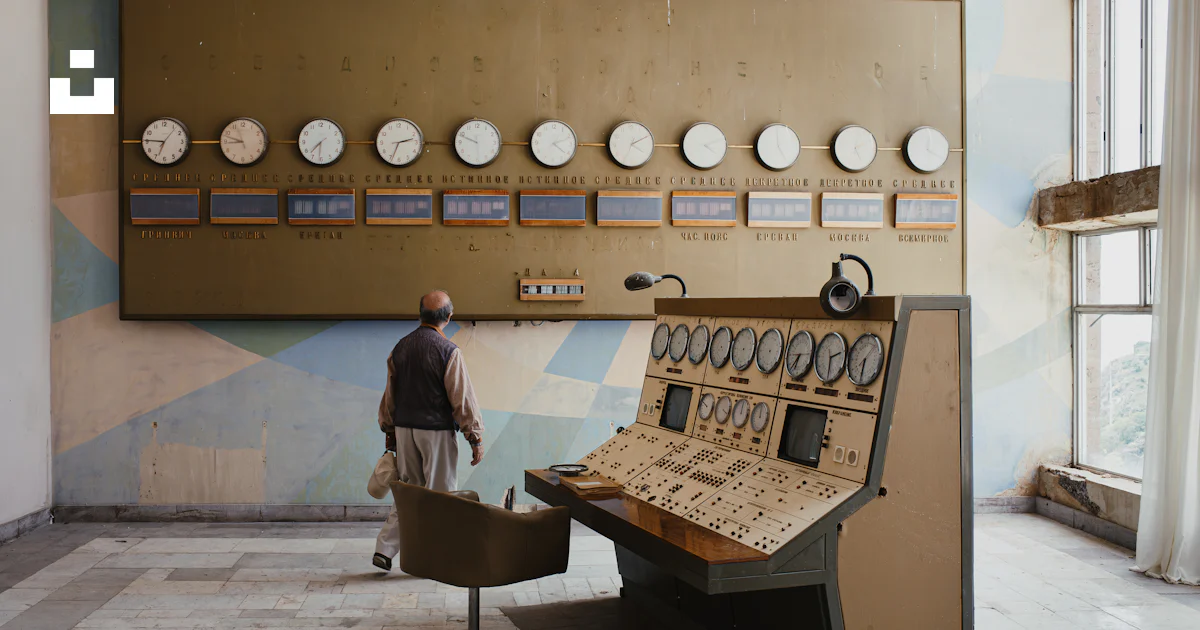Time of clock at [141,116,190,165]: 6:45
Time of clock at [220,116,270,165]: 8:47
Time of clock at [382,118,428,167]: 2:33
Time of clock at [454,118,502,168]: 5:48
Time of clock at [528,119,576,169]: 4:11
